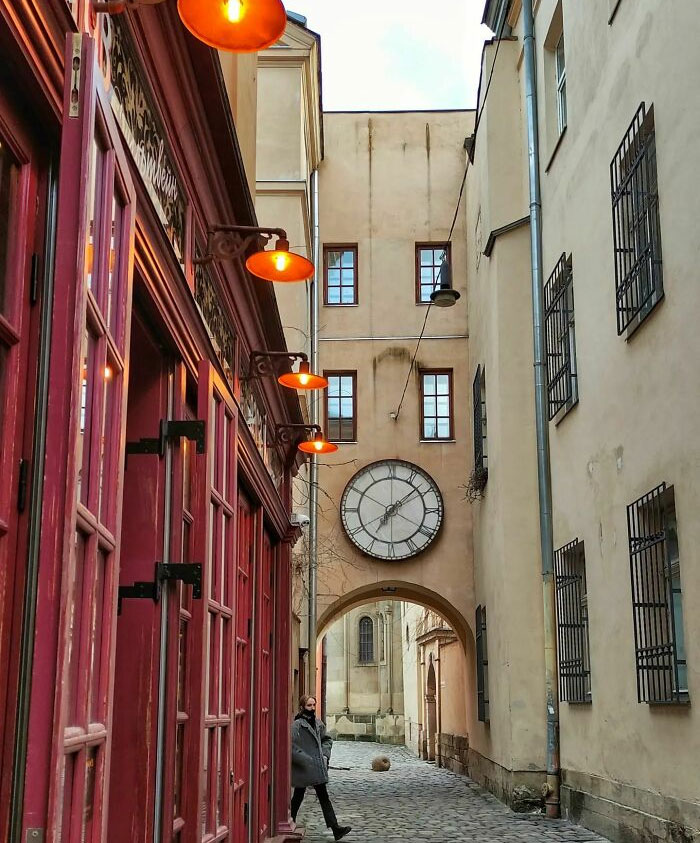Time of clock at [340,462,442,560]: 7:08
